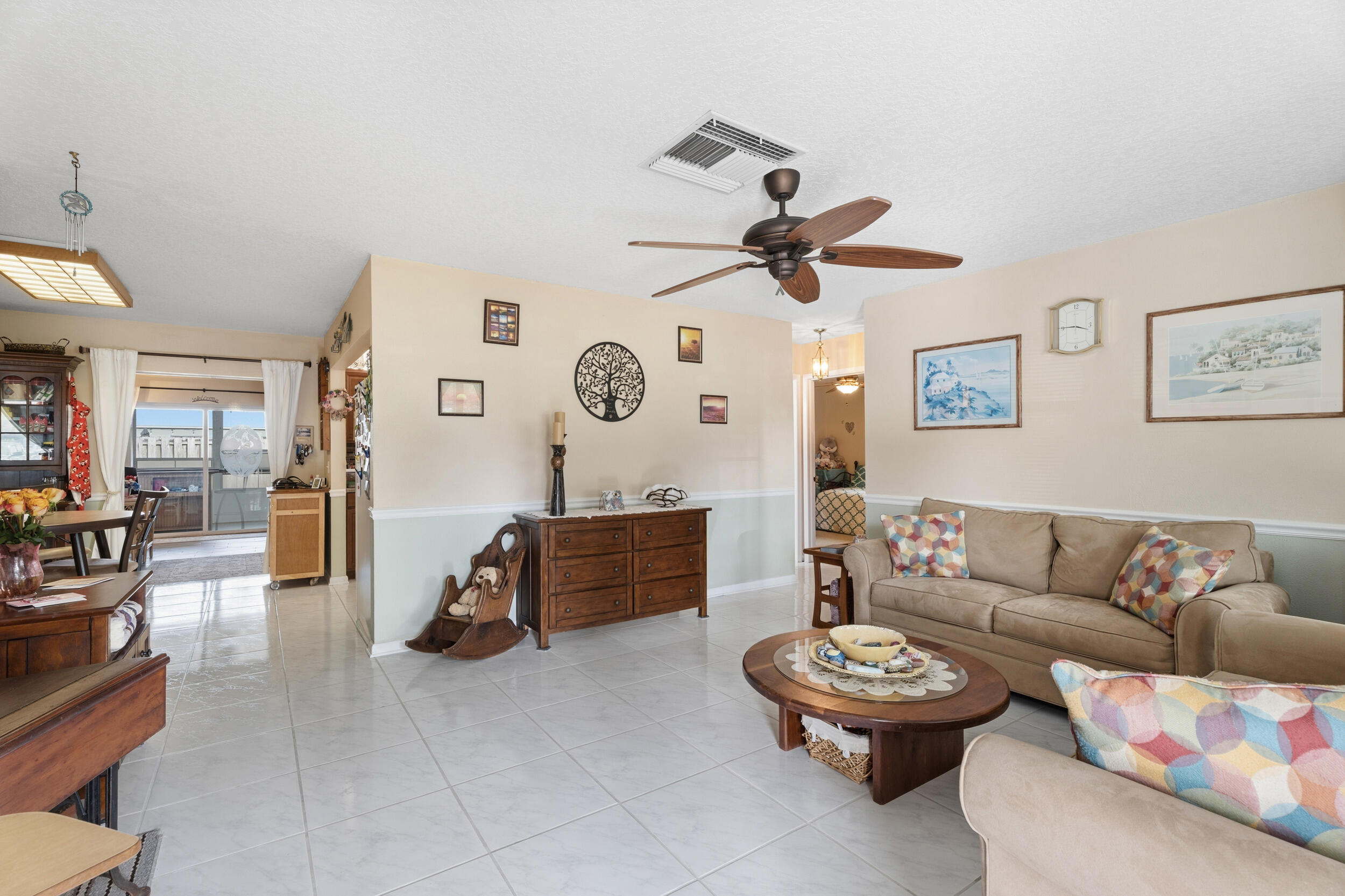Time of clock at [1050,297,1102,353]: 3:45
